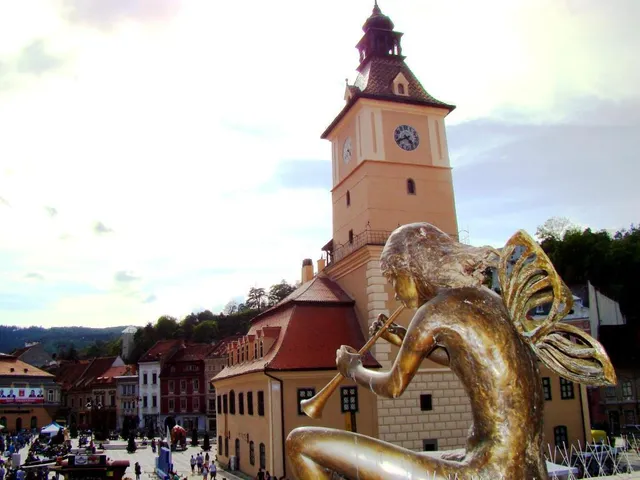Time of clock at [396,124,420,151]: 4:41
